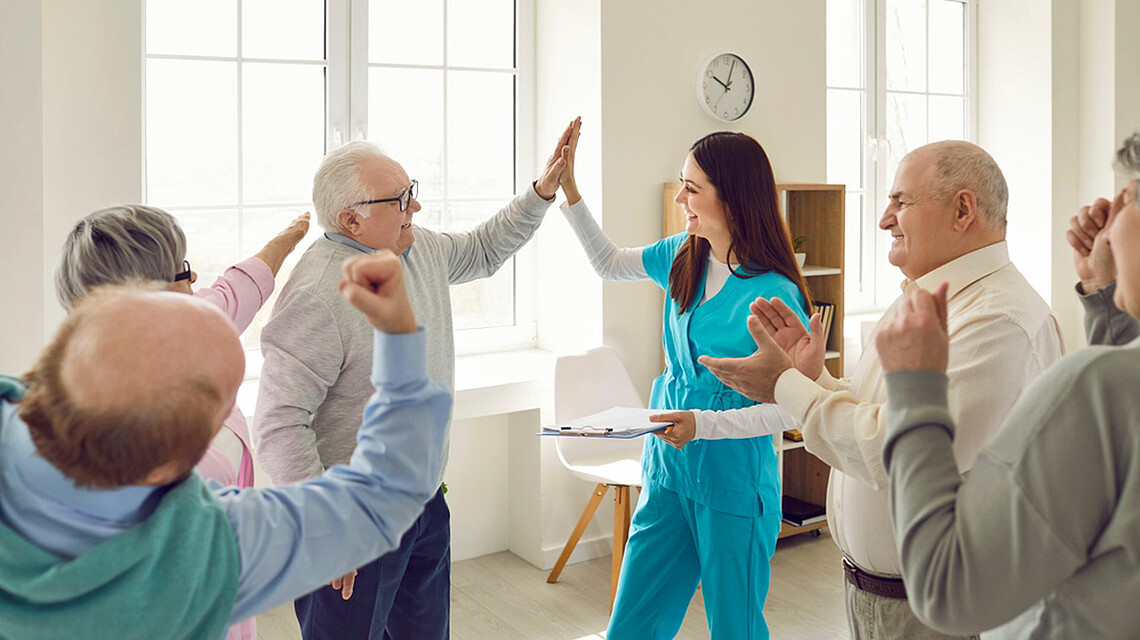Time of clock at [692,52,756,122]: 10:03
